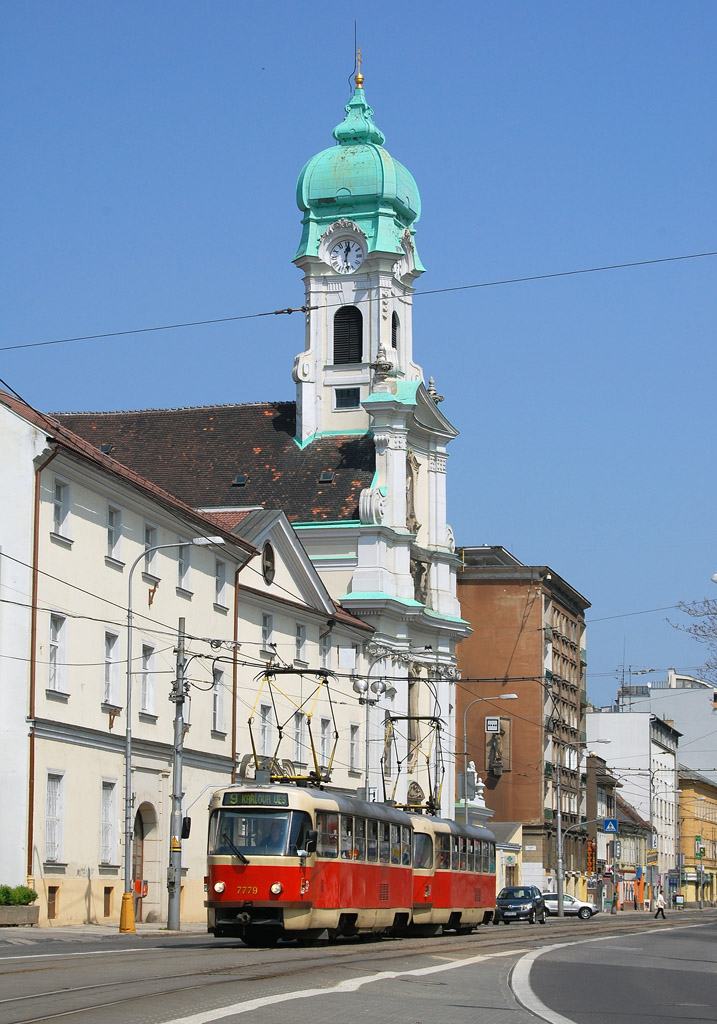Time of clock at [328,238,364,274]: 12:28
